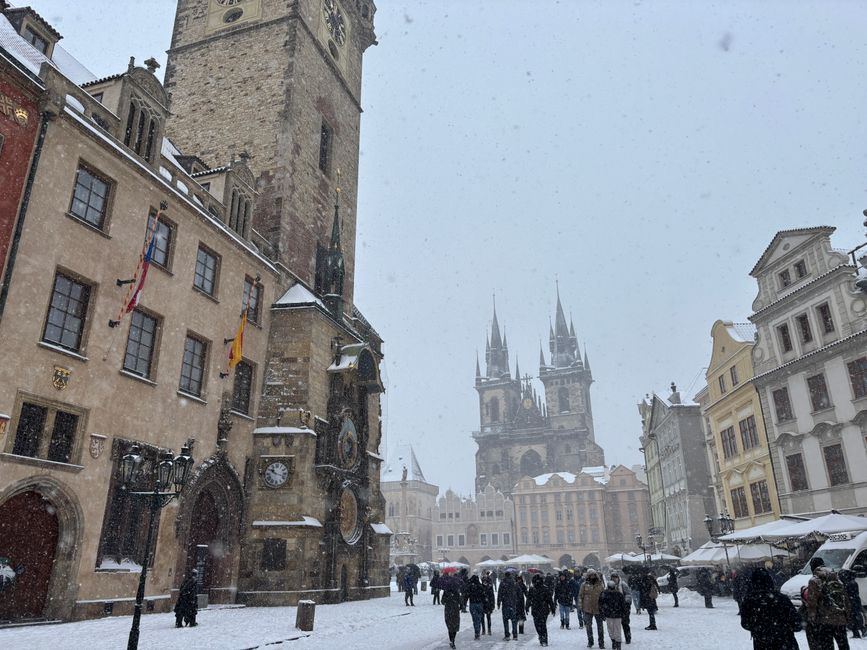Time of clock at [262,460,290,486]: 10:17
